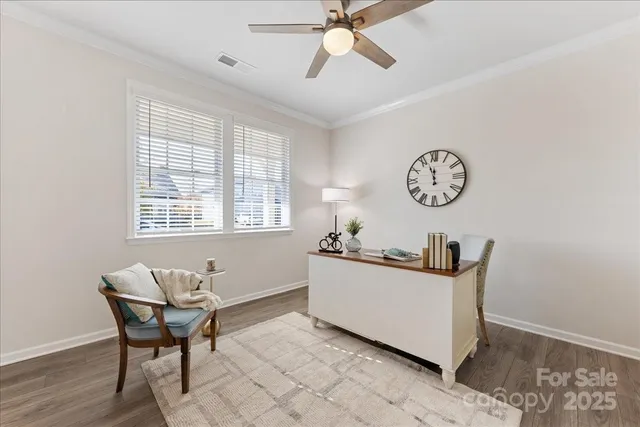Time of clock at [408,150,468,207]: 11:56
